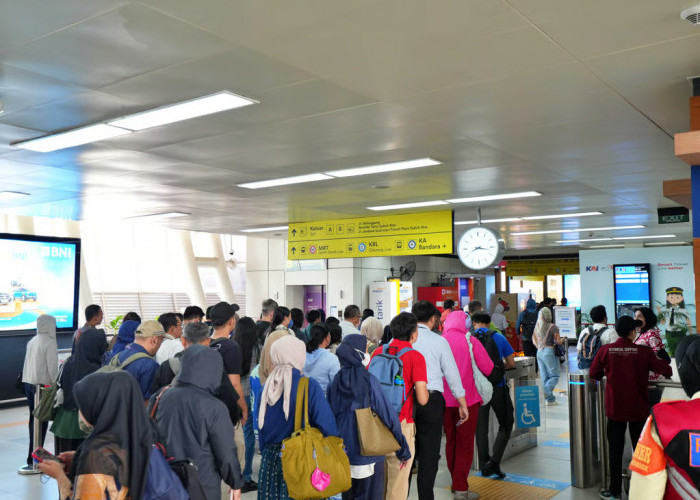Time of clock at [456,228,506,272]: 8:16
